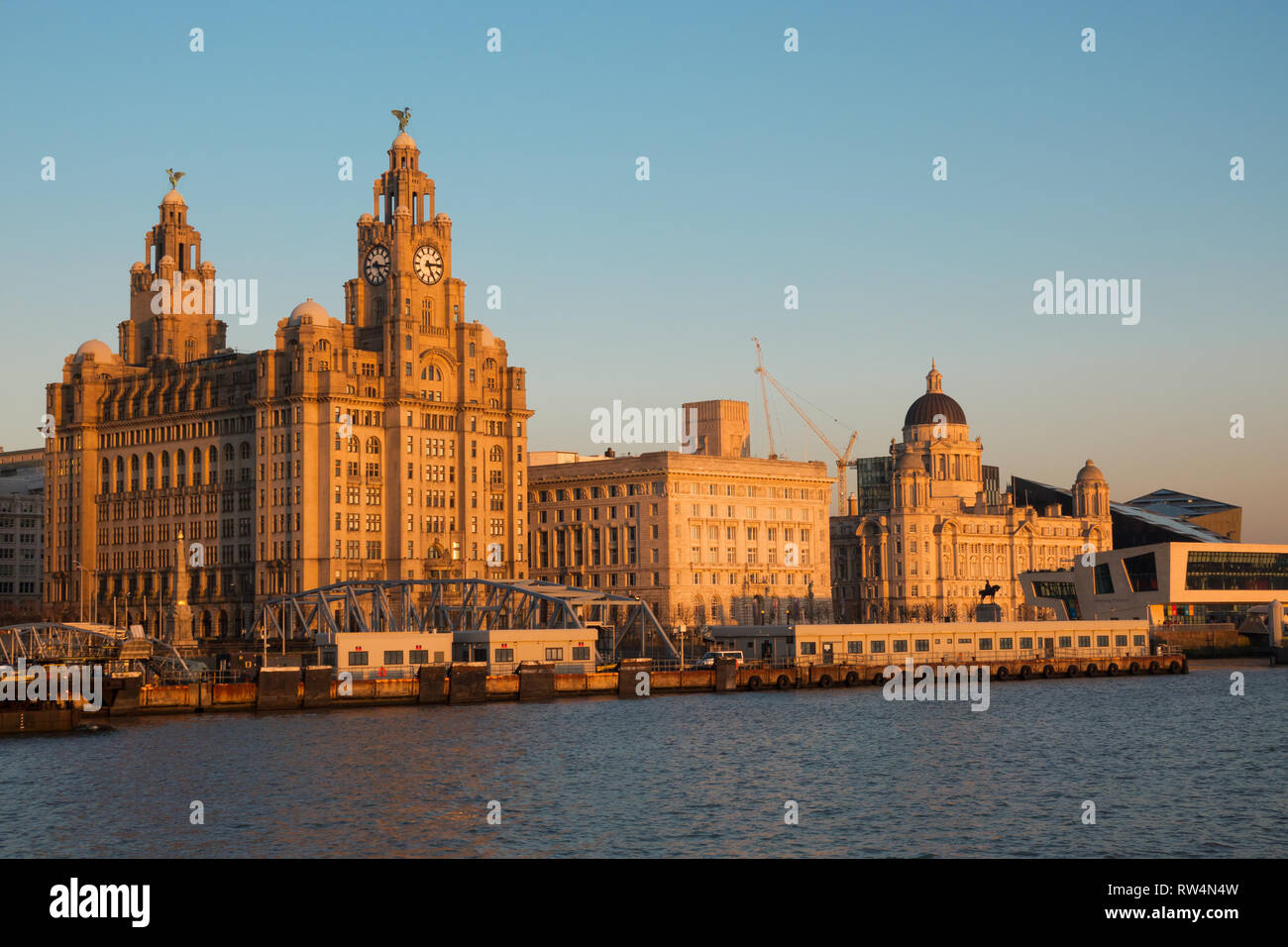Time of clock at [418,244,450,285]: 5:14
